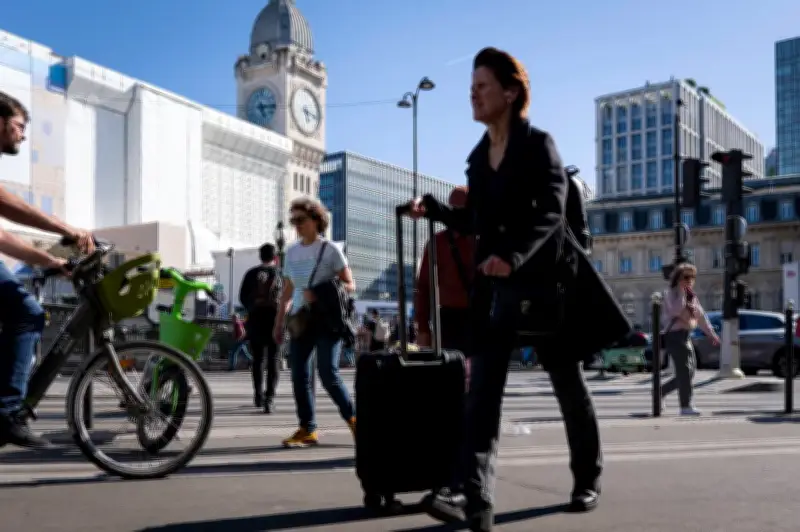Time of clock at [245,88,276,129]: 5:14
